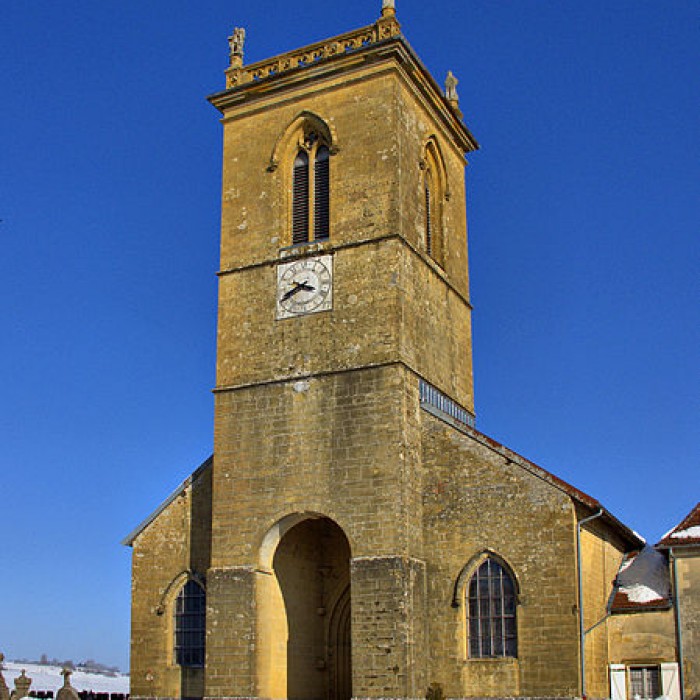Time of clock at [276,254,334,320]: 3:40
